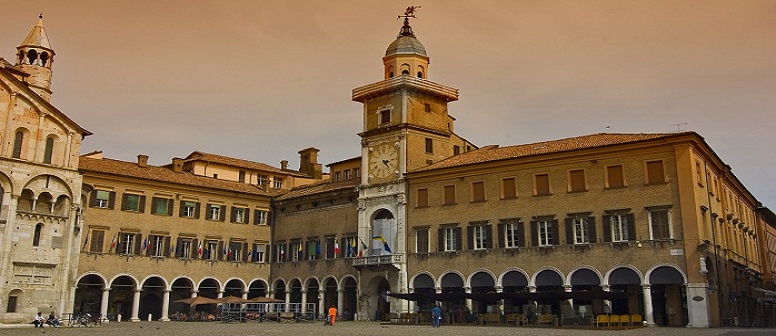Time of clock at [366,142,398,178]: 3:22
